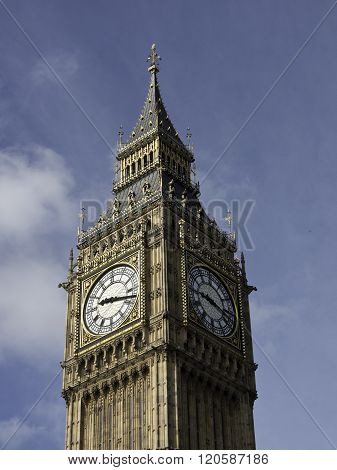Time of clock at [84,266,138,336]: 9:17
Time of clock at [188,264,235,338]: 9:17
